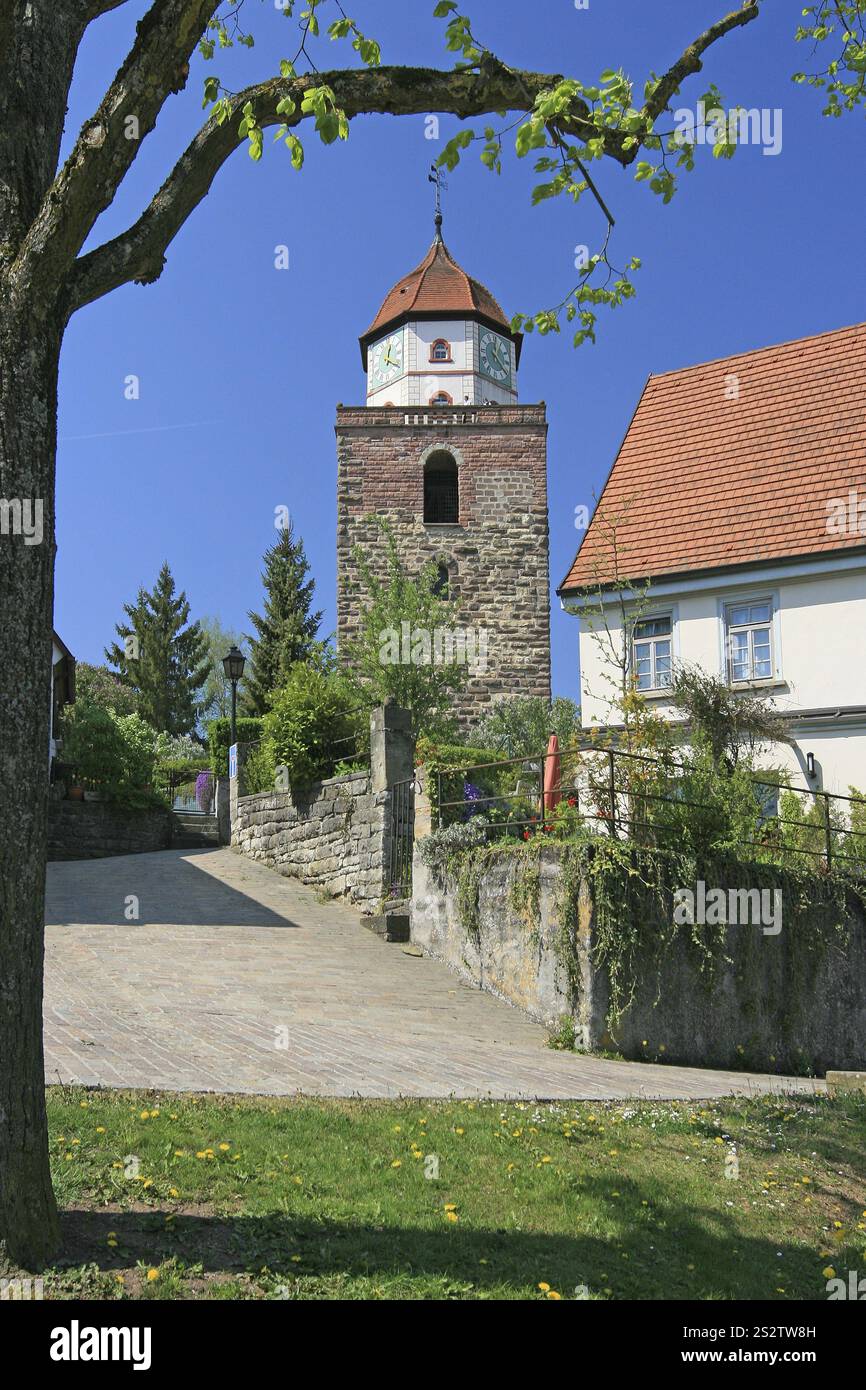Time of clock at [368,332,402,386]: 12:20
